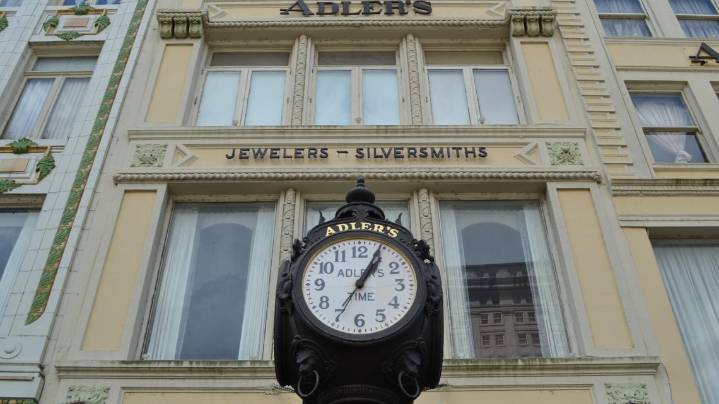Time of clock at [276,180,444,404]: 1:04
